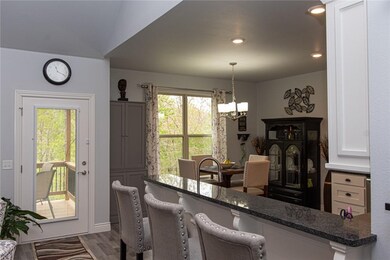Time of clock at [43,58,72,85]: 11:18
